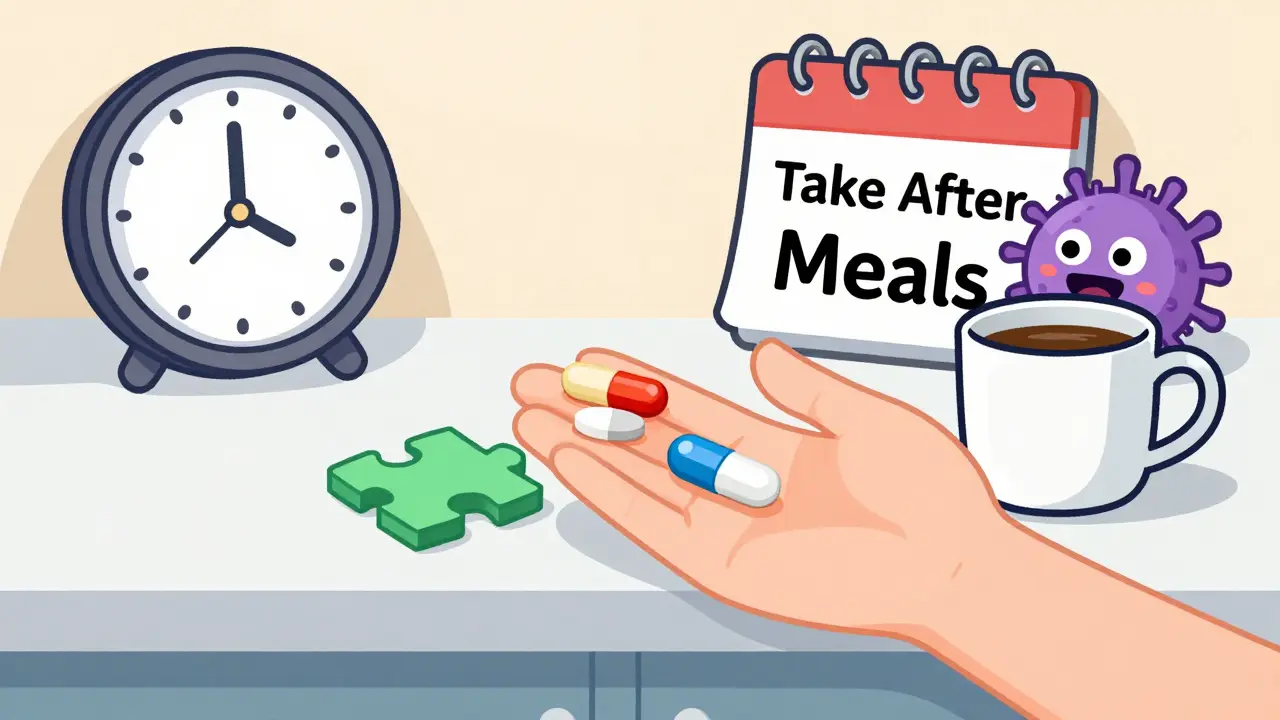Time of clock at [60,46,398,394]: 3:59
